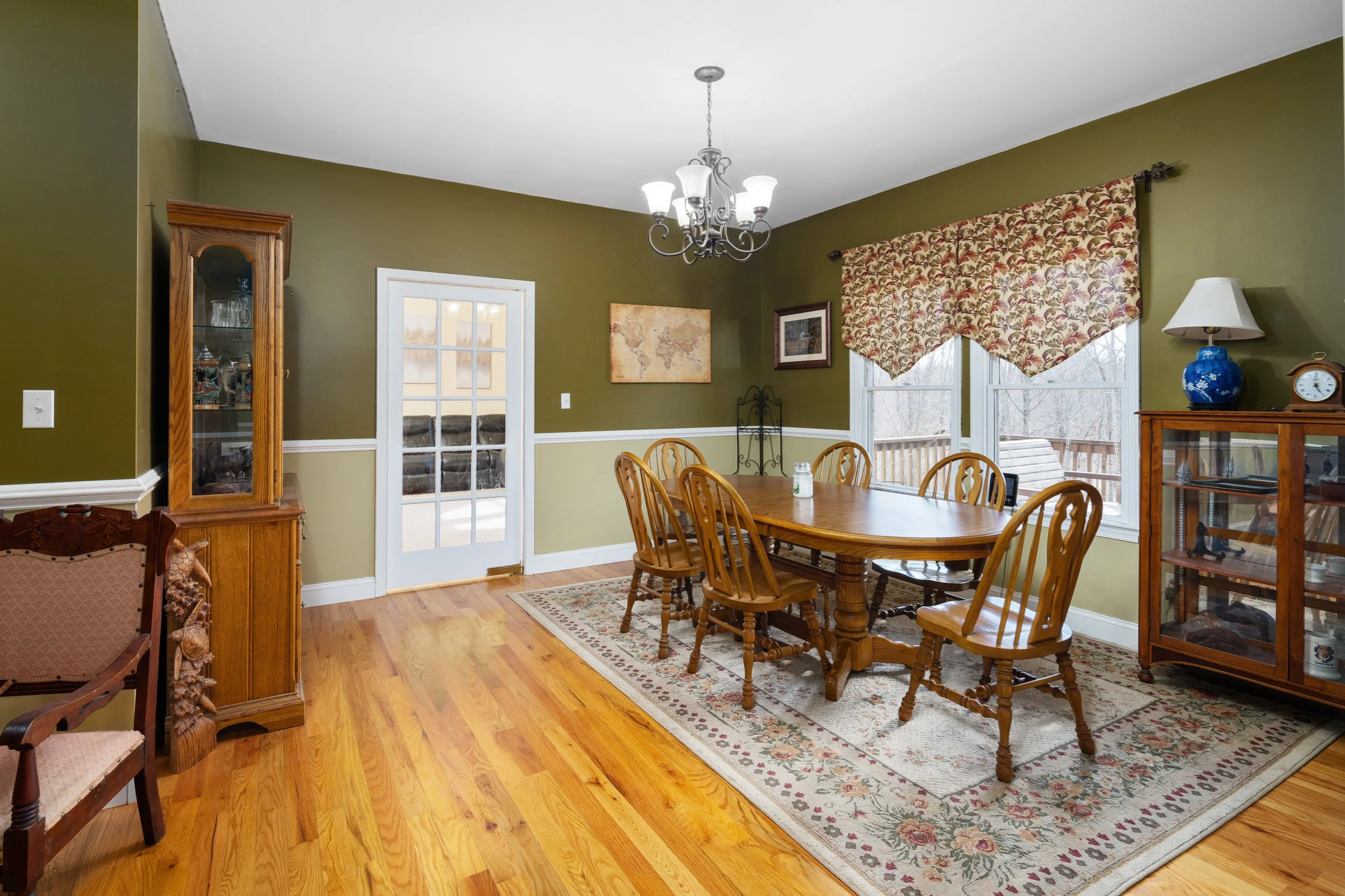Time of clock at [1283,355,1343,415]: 5:00
